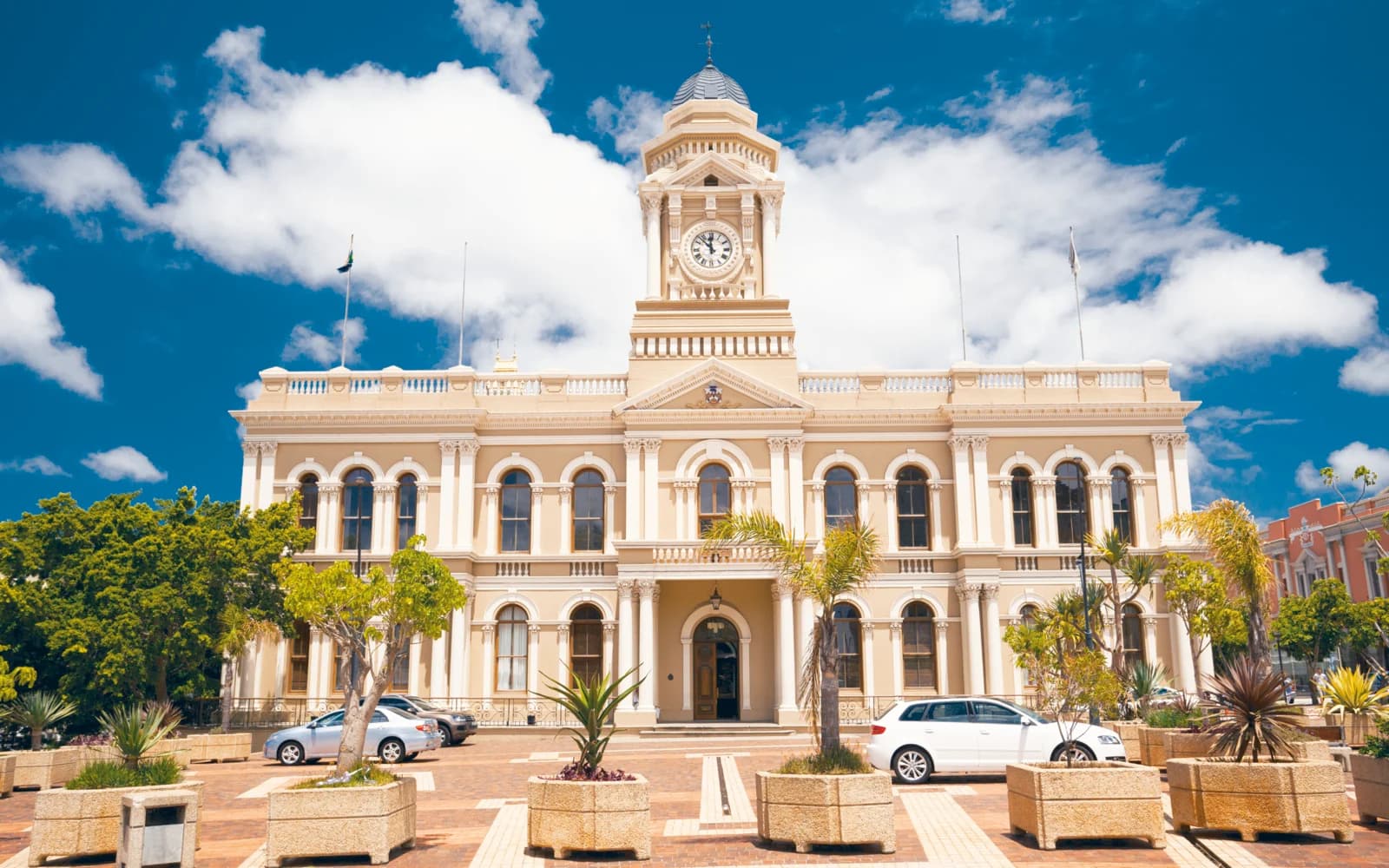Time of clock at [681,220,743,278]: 11:52
